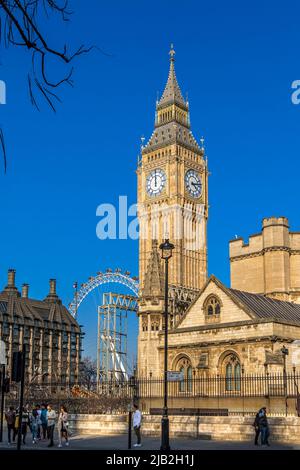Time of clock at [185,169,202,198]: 4:13
